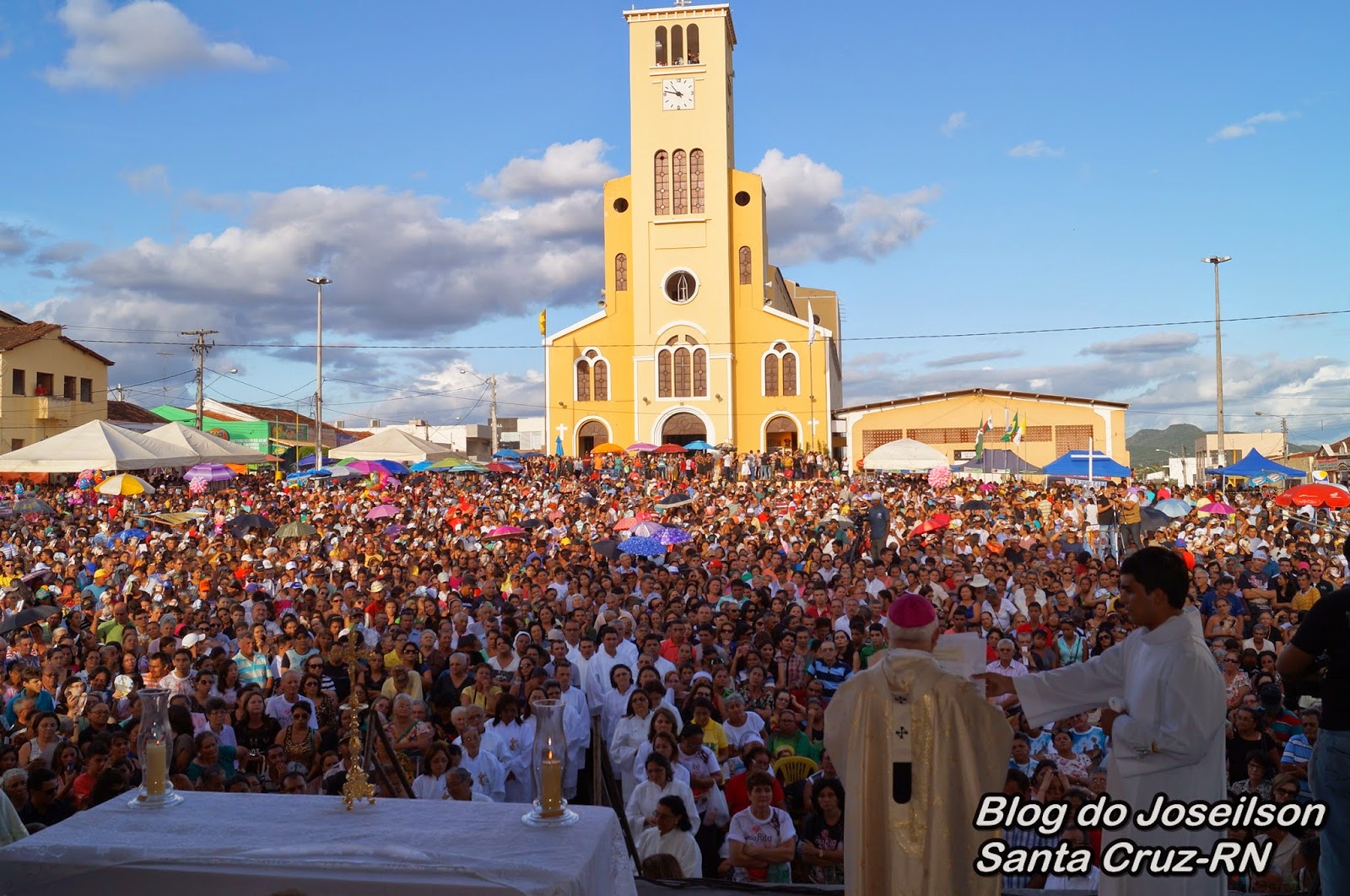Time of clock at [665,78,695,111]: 10:47
